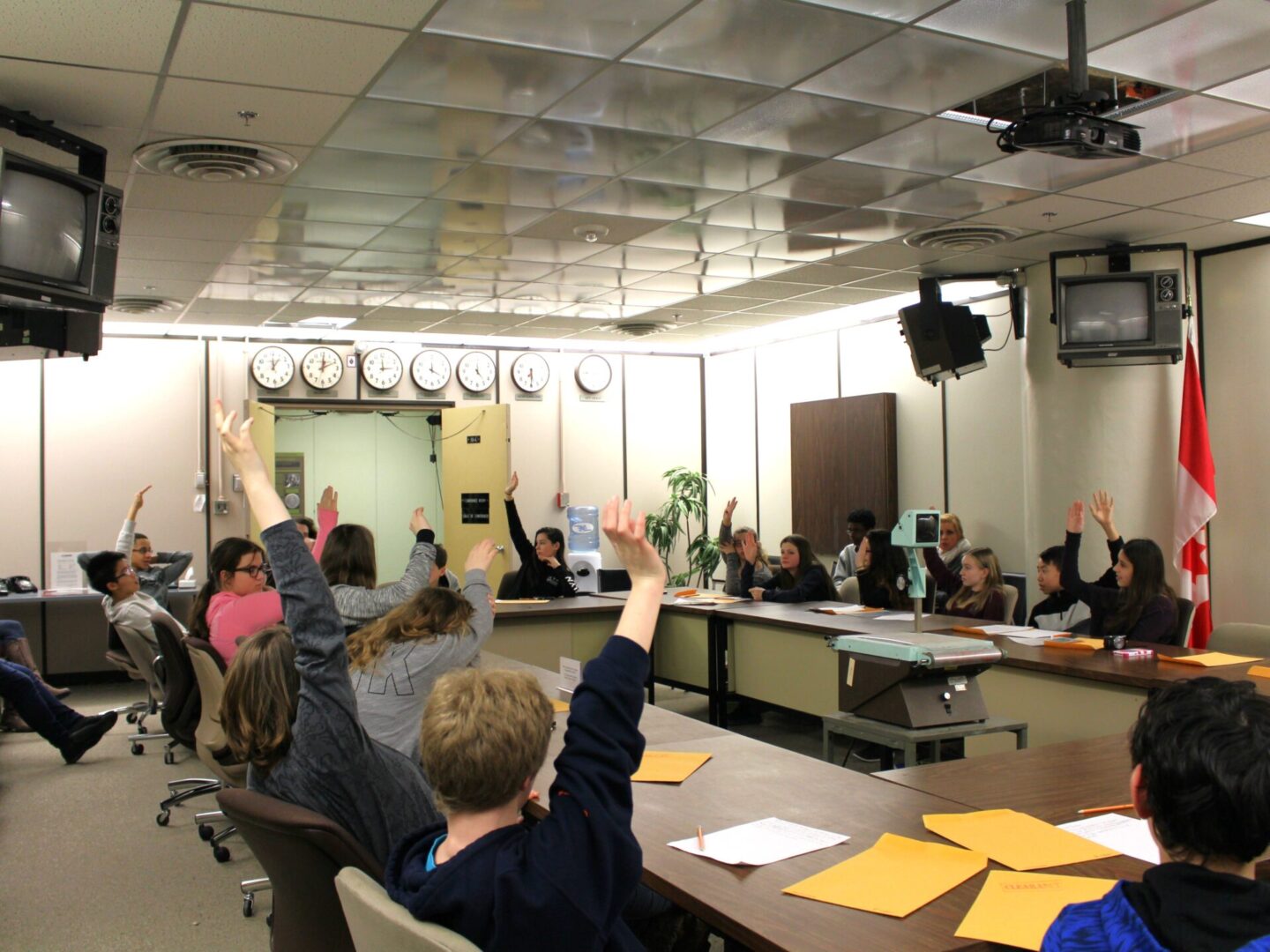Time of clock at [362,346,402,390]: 2:59
